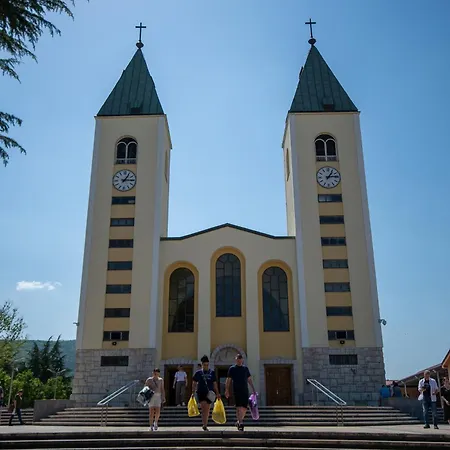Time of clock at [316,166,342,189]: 1:13
